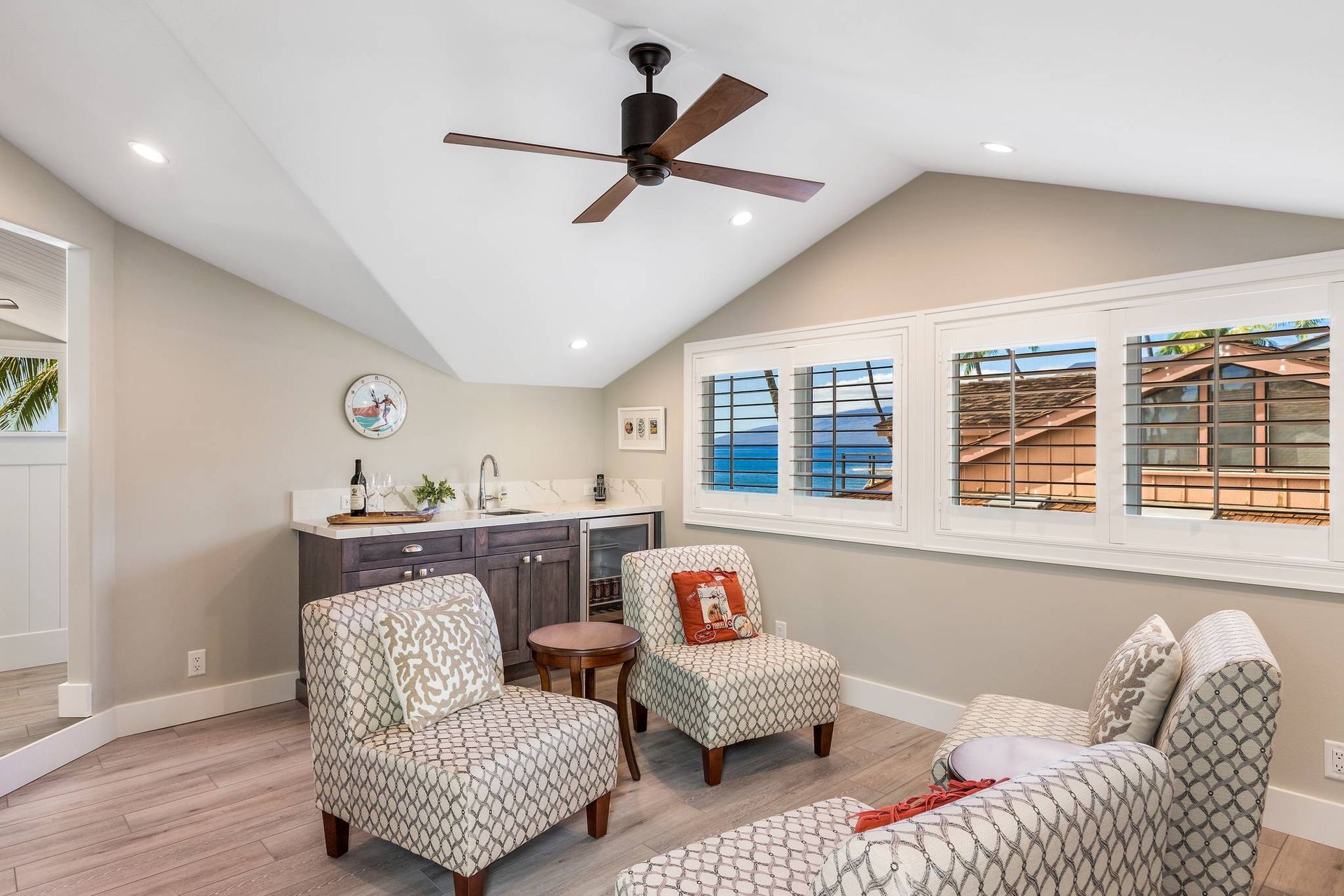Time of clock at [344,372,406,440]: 1:56
